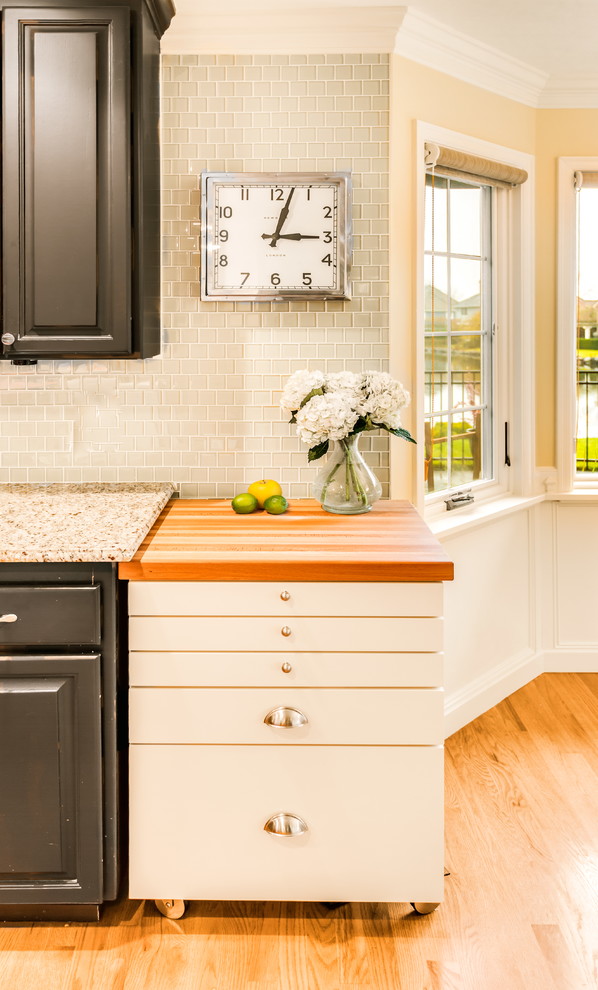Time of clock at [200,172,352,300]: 3:02
